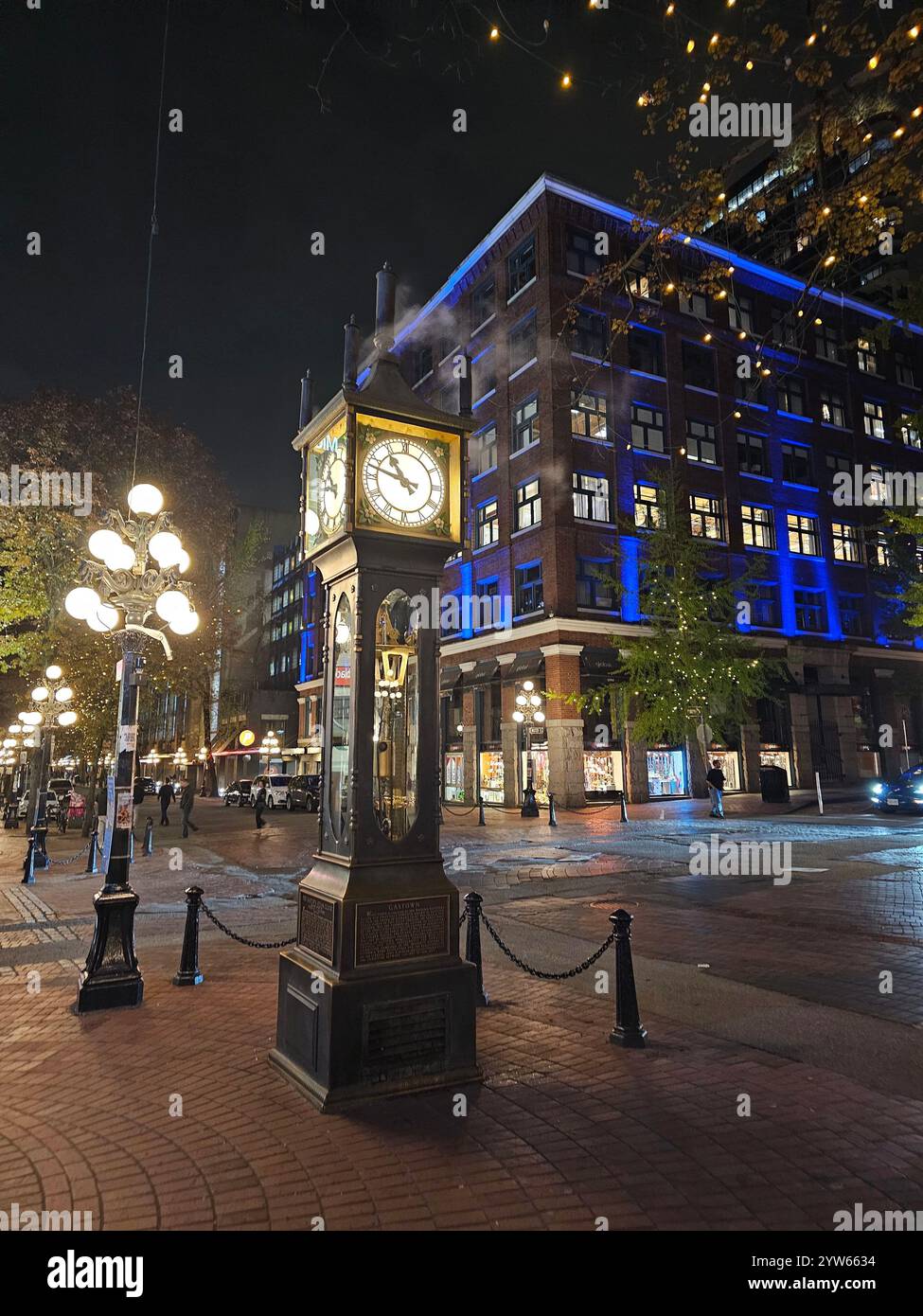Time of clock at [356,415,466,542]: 10:47
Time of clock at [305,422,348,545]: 10:47
